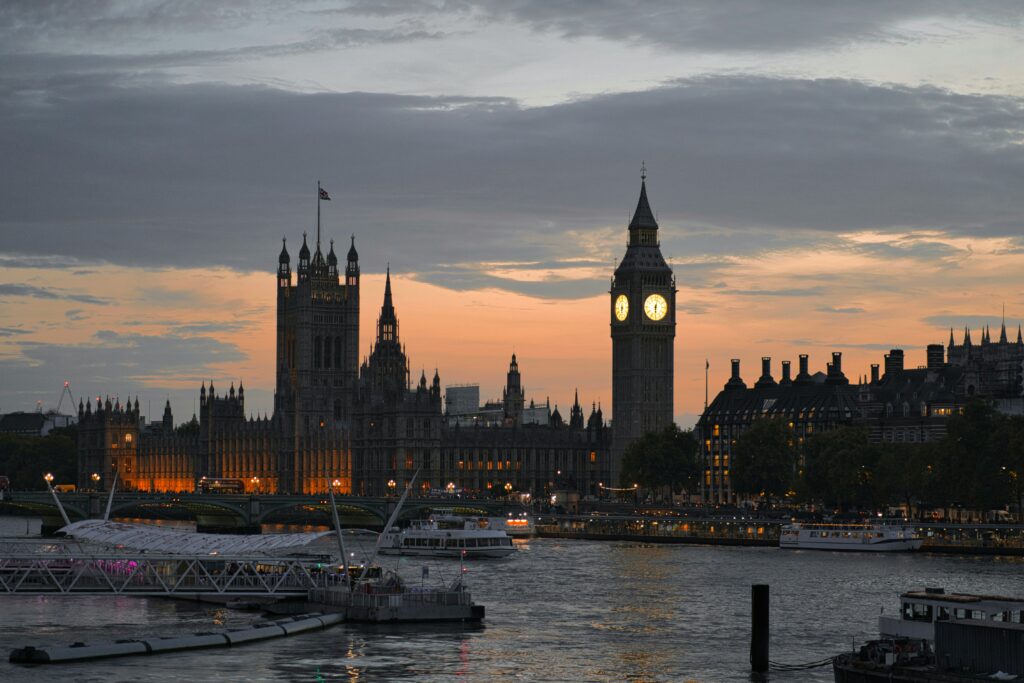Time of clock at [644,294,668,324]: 6:02
